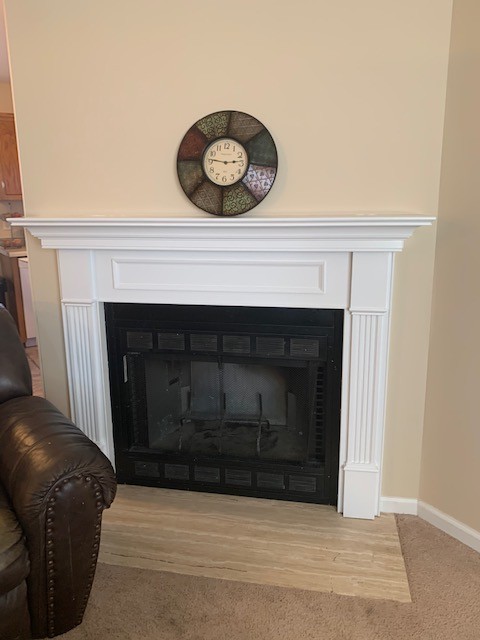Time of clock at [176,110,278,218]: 2:46
